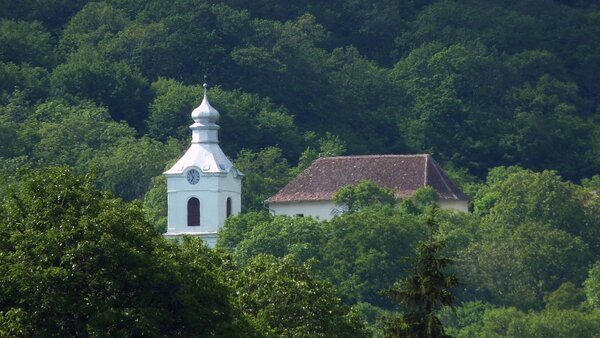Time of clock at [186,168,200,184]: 6:54
